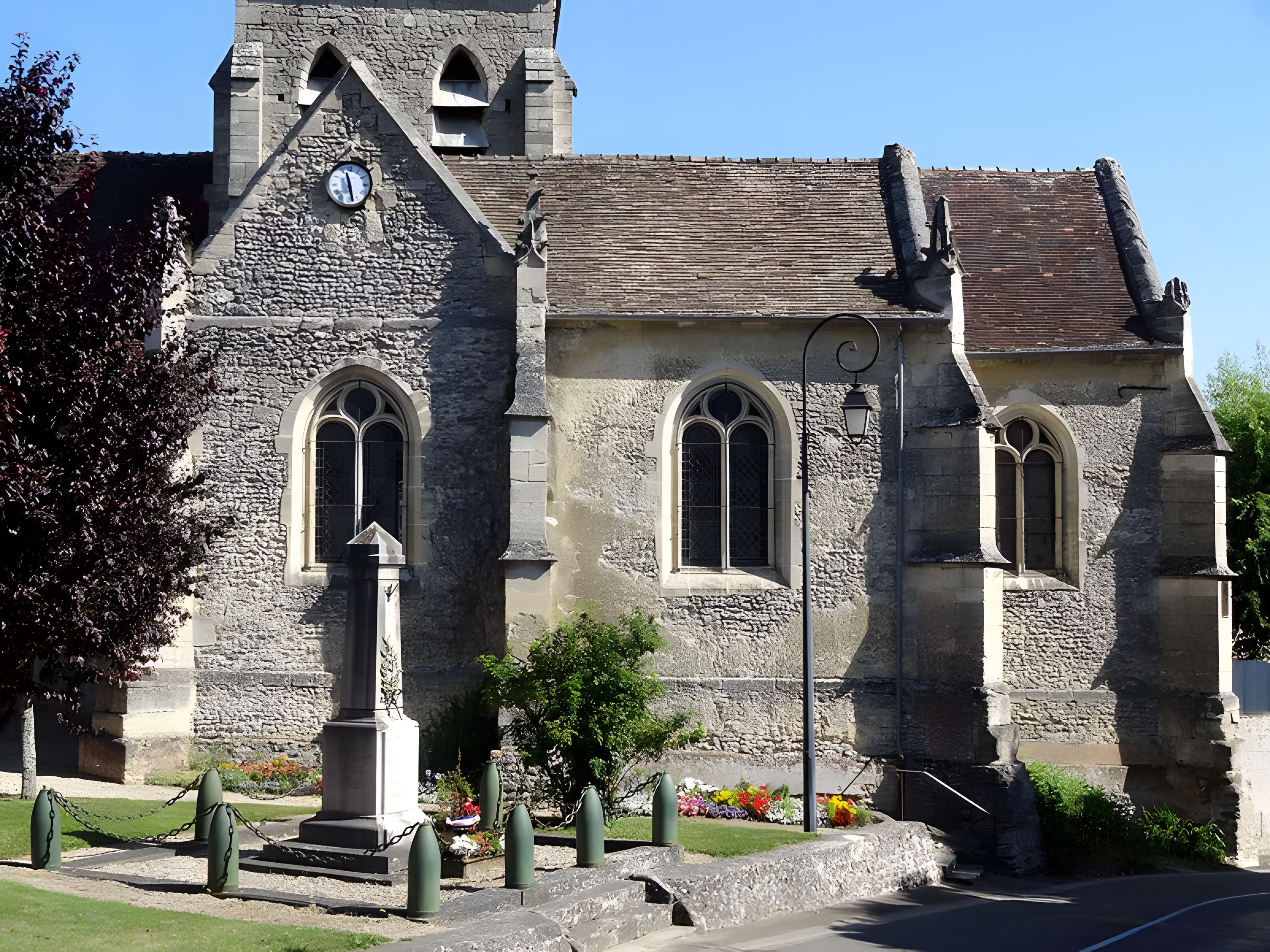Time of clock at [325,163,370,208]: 11:28
